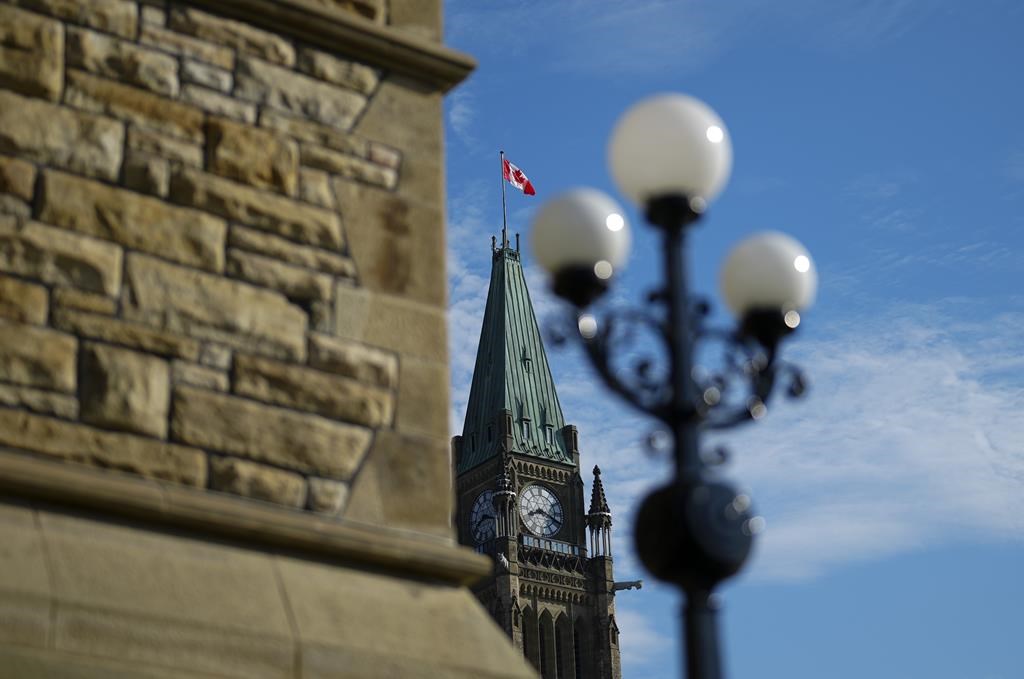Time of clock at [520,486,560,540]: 8:18
